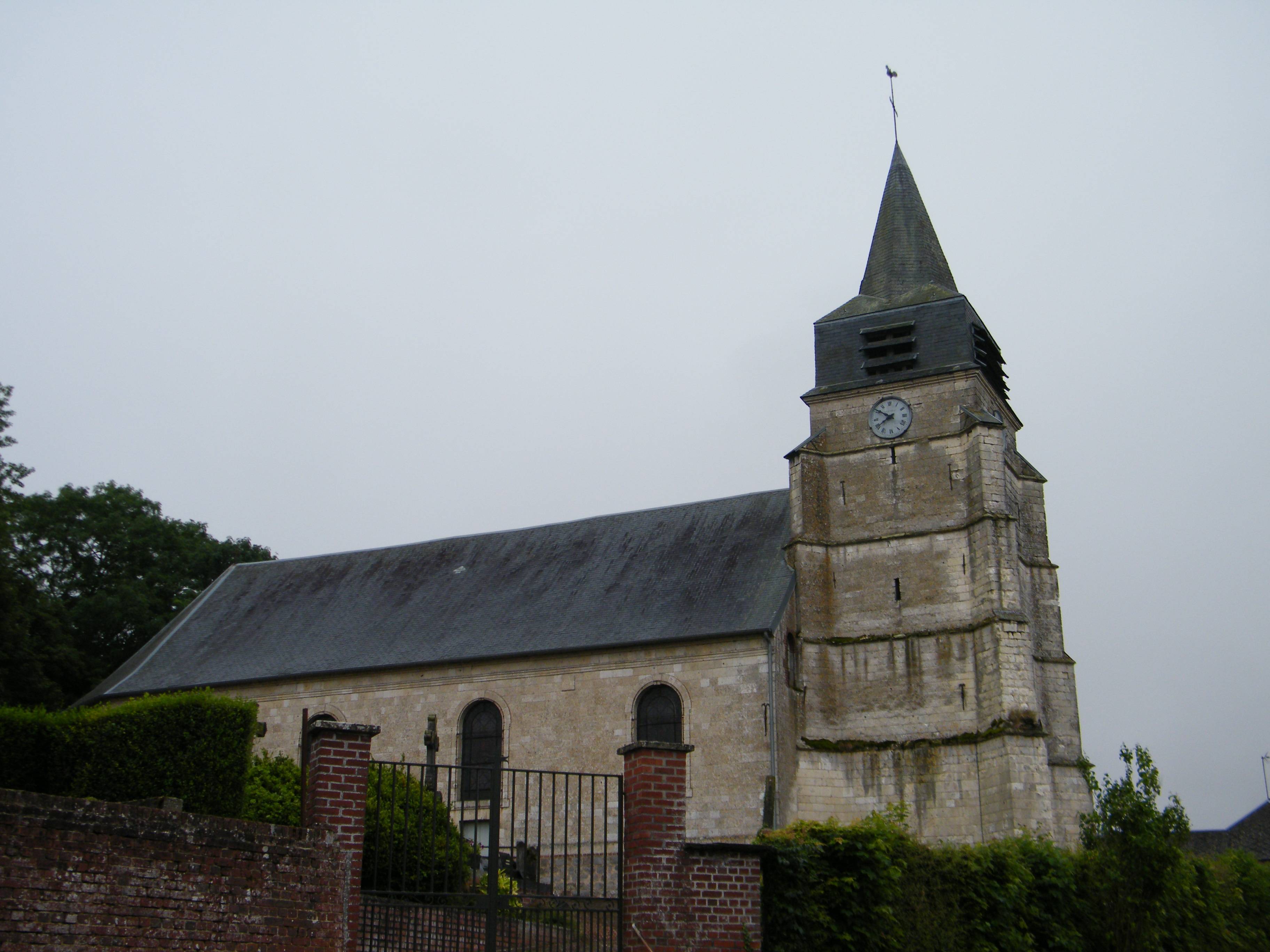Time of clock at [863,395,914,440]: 7:50
